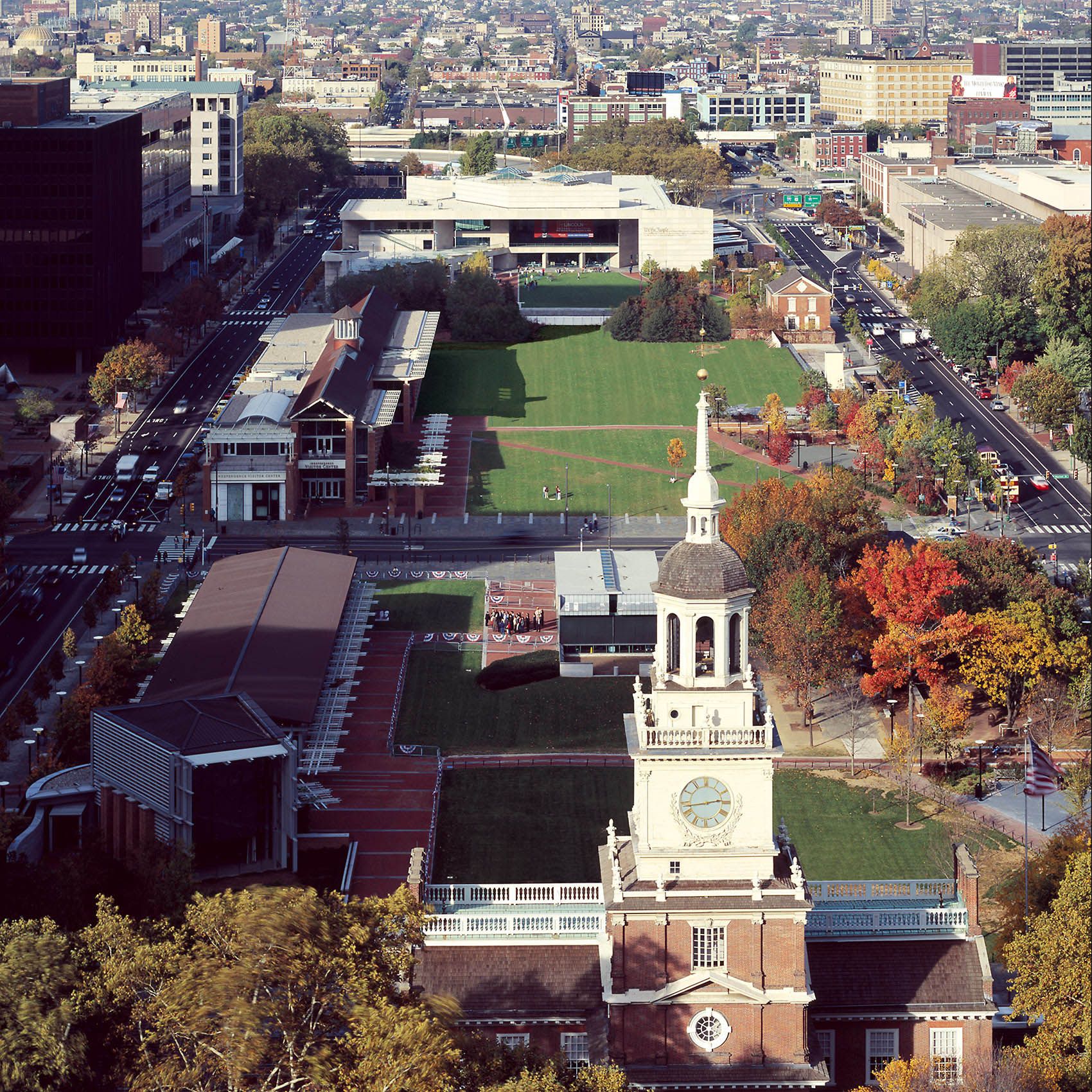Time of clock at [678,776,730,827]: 2:43
